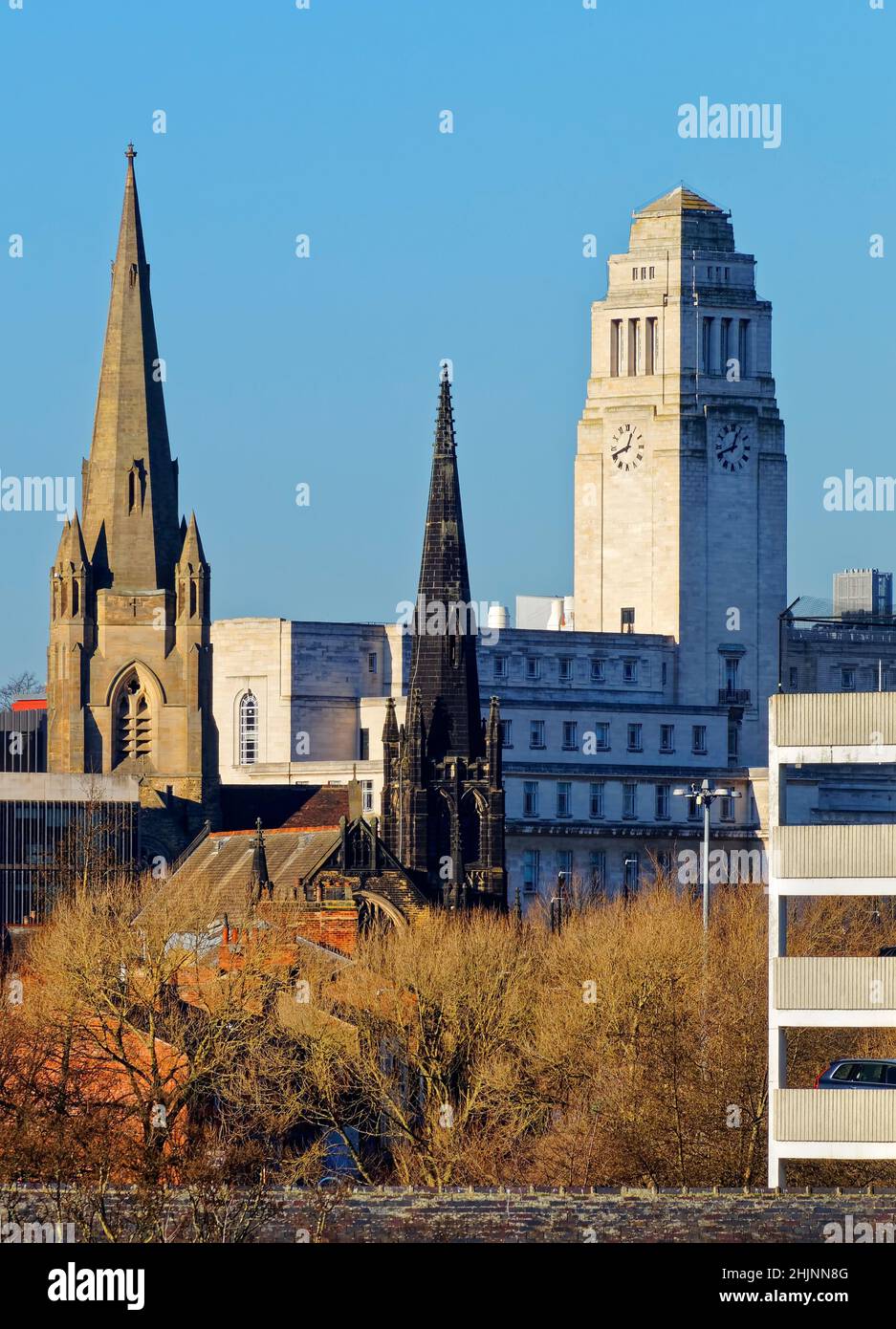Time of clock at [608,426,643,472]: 12:41
